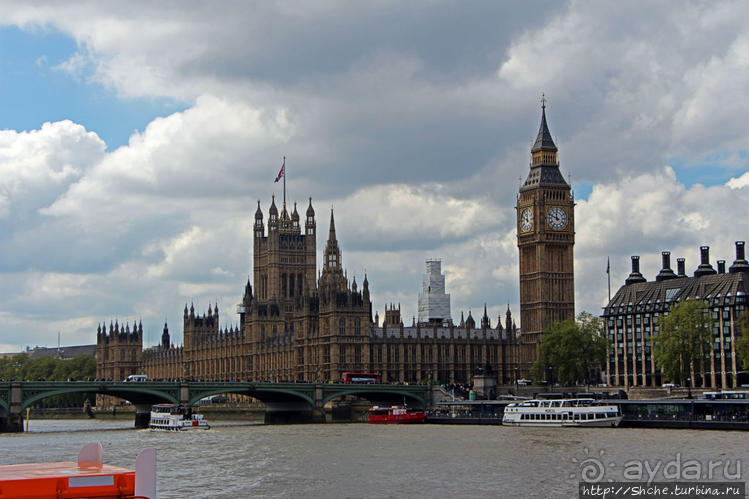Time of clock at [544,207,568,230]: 11:48
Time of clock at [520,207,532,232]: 11:49
